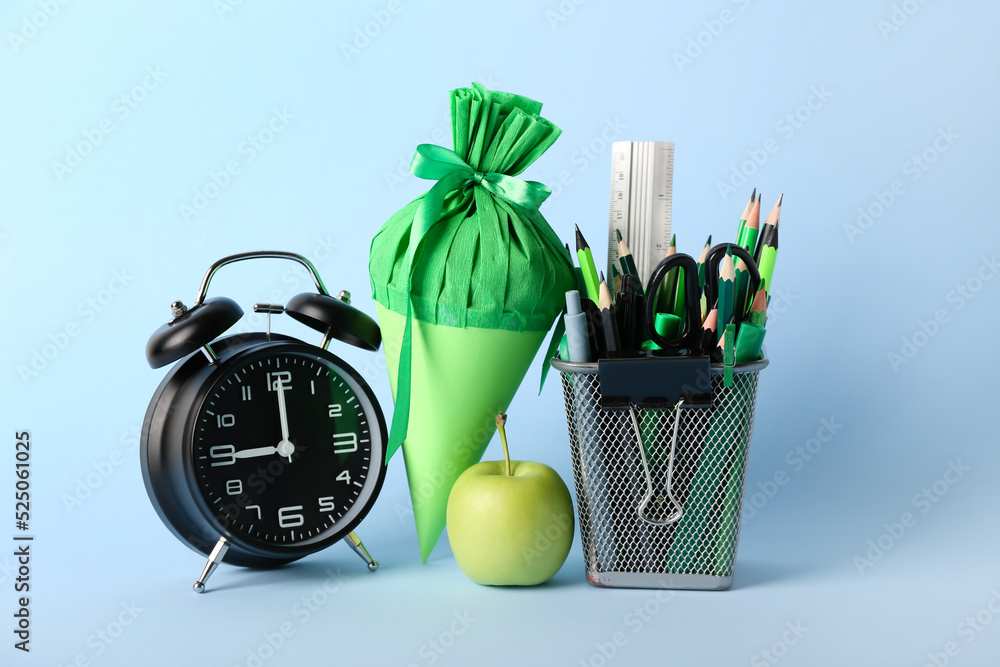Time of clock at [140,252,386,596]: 9:00
